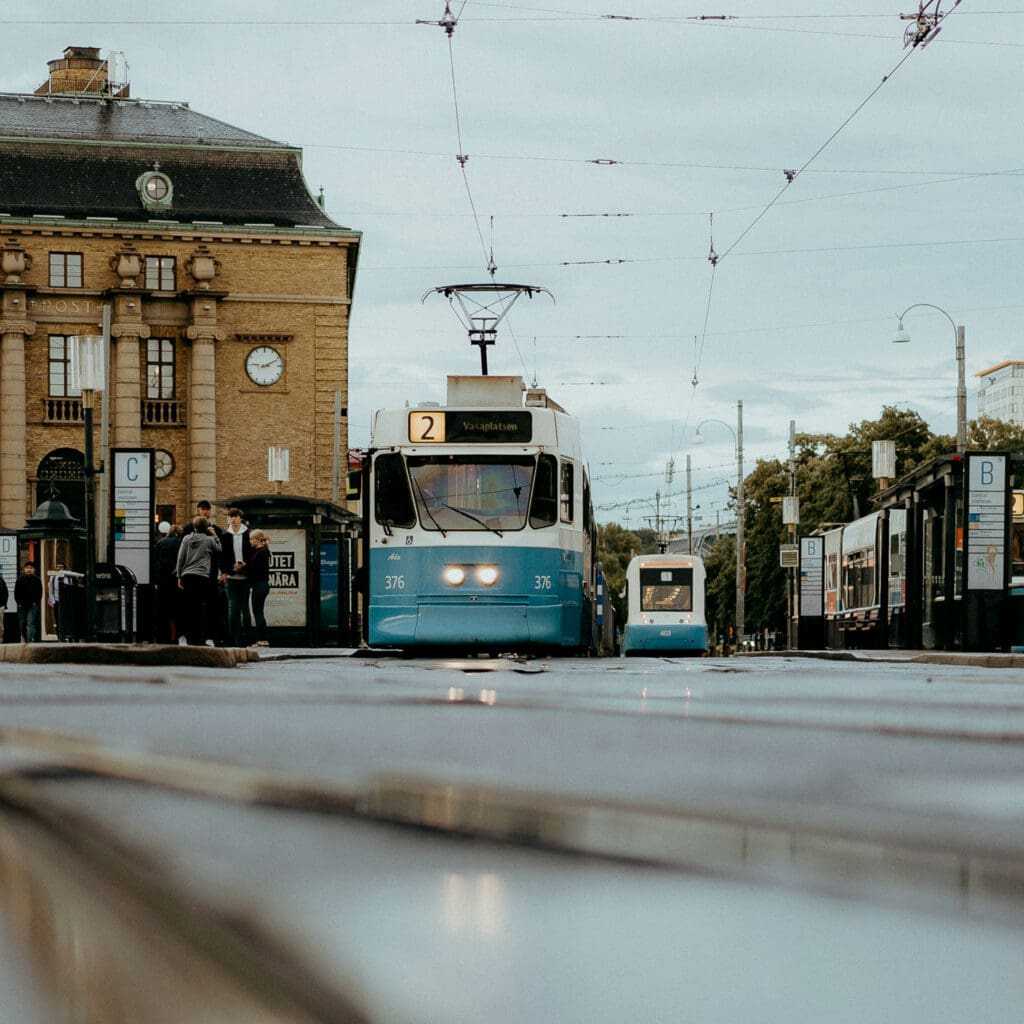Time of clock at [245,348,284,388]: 9:10
